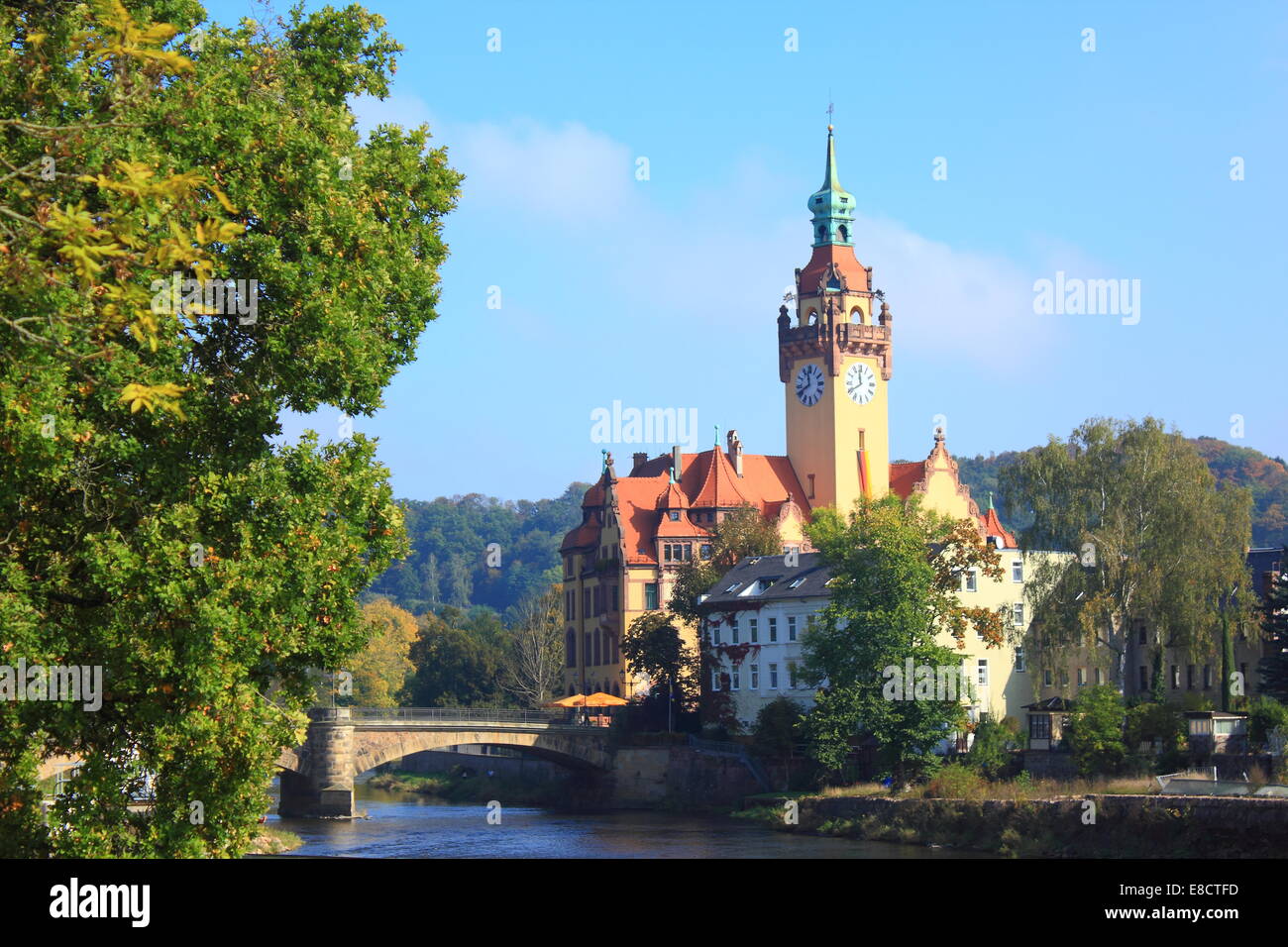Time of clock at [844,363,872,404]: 11:40
